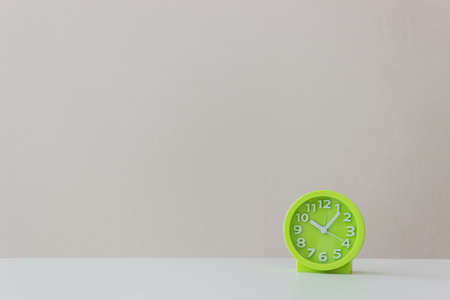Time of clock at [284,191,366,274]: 10:06
